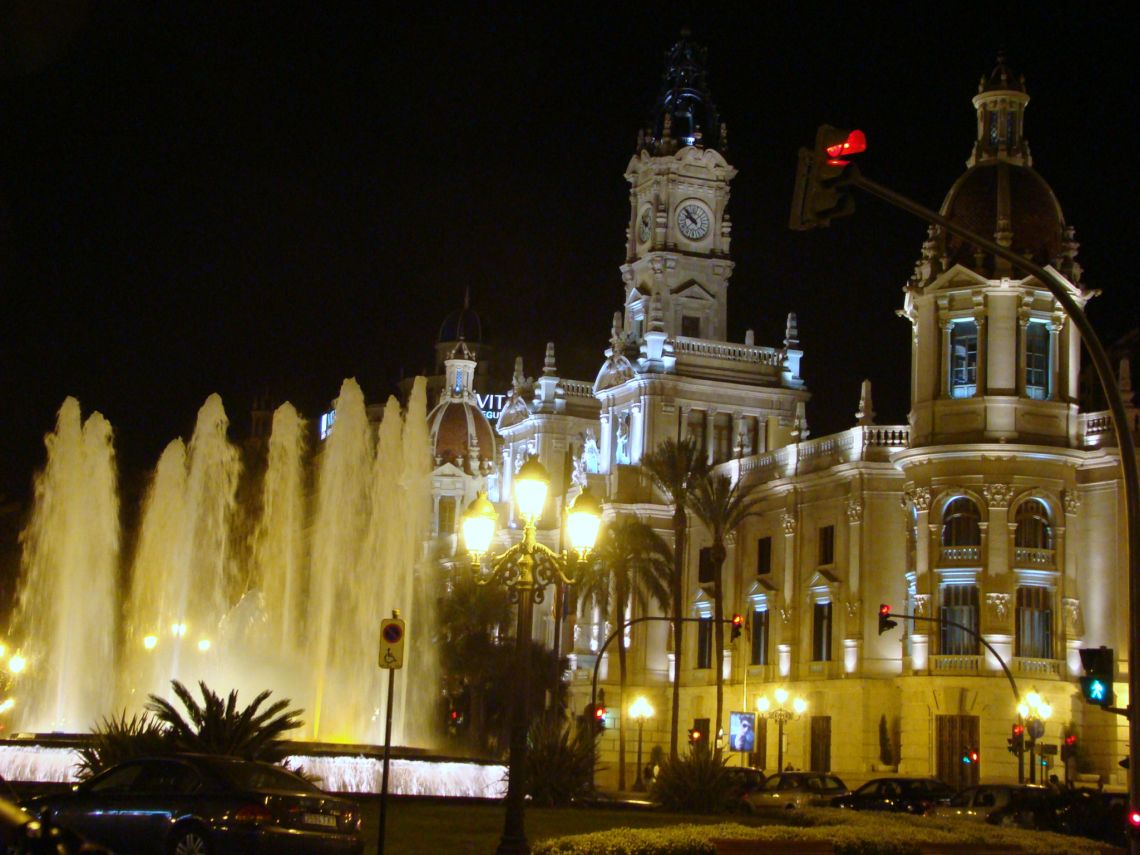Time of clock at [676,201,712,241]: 9:53
